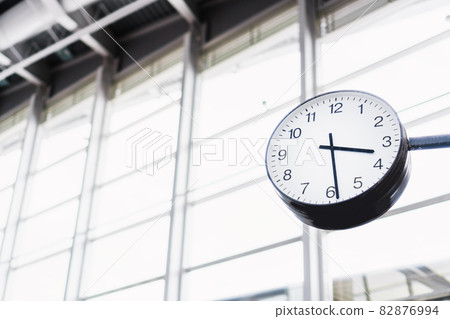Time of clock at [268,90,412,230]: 3:28
